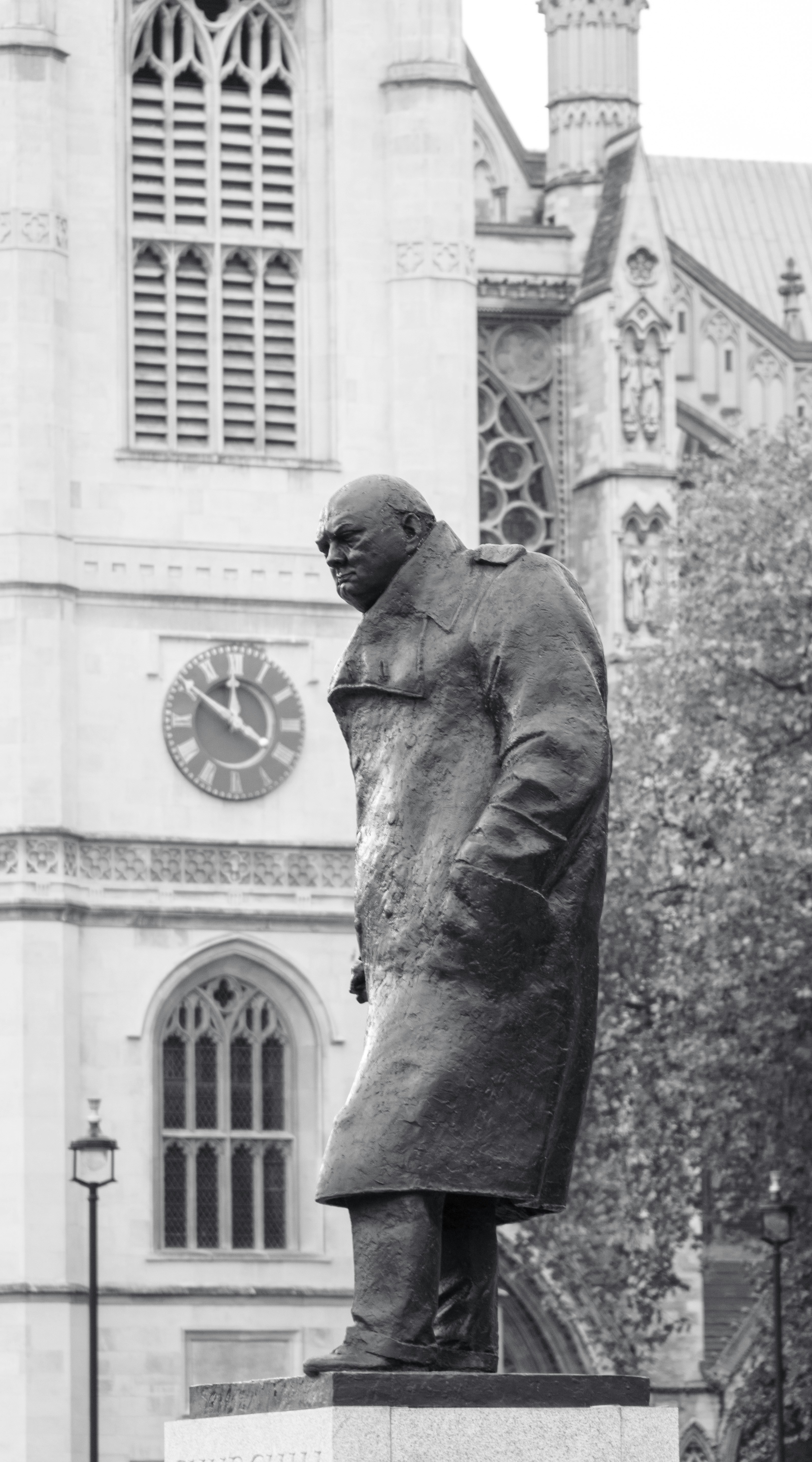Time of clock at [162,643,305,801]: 11:50
